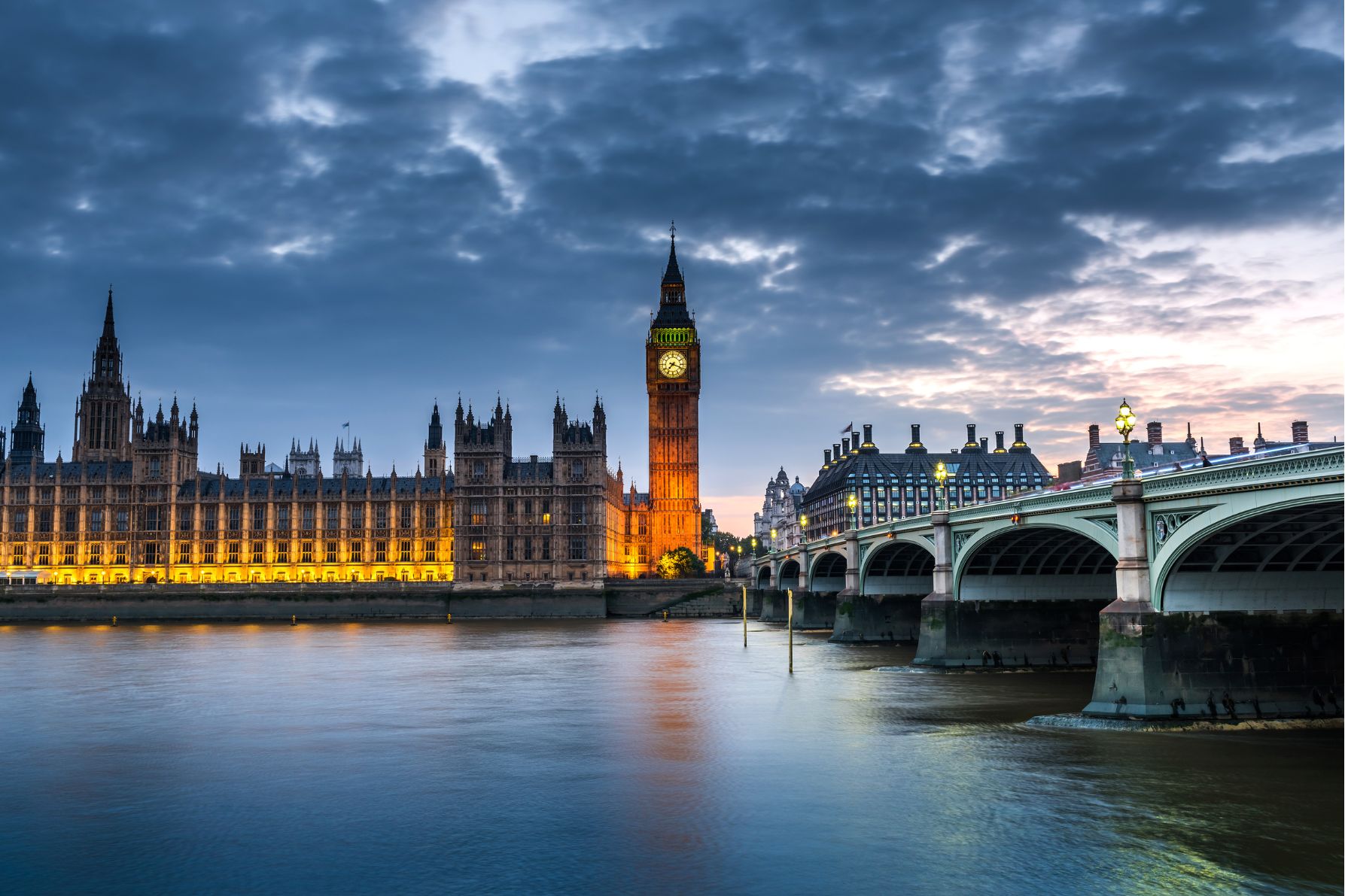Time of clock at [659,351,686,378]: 7:18
